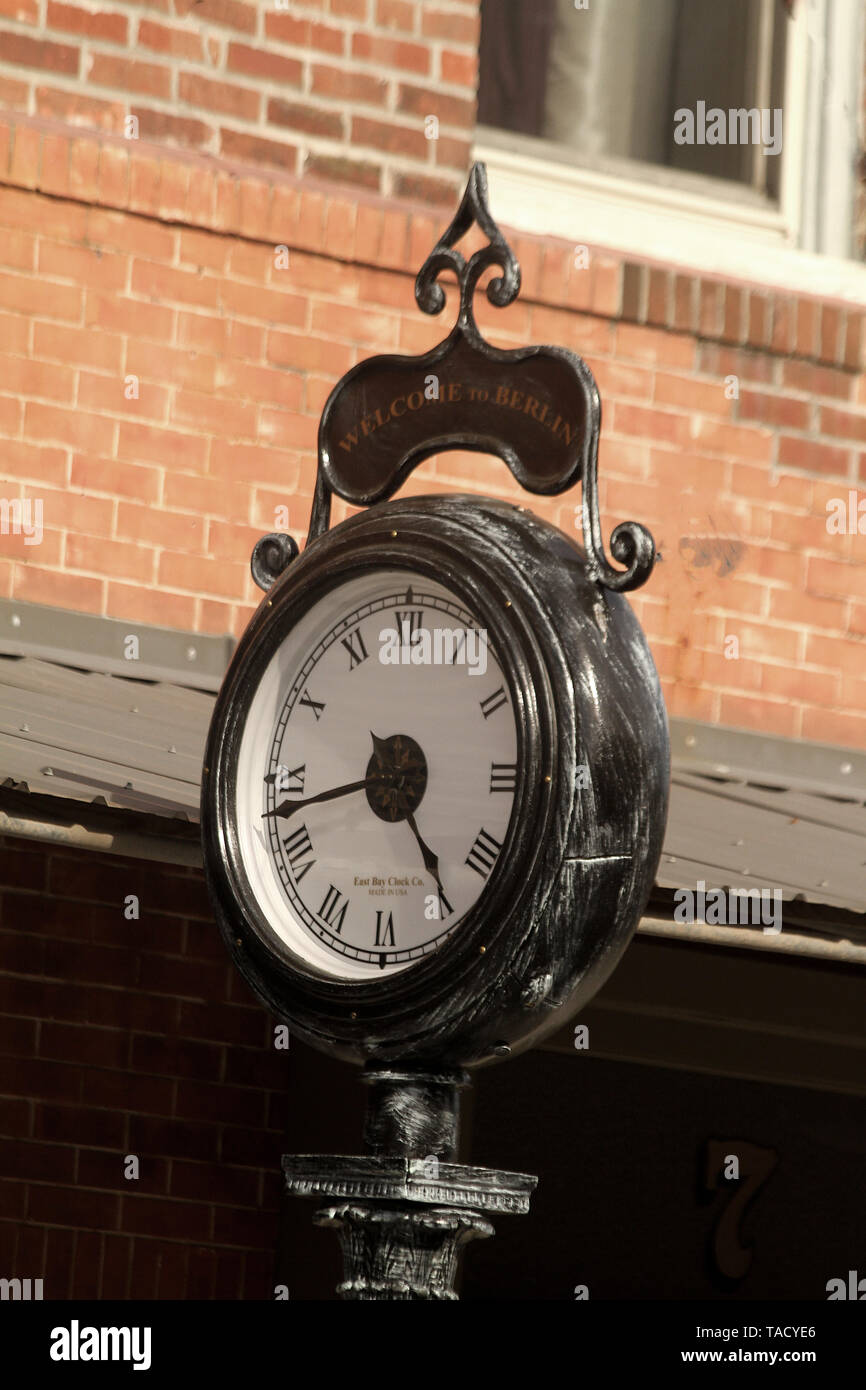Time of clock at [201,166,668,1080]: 4:42
